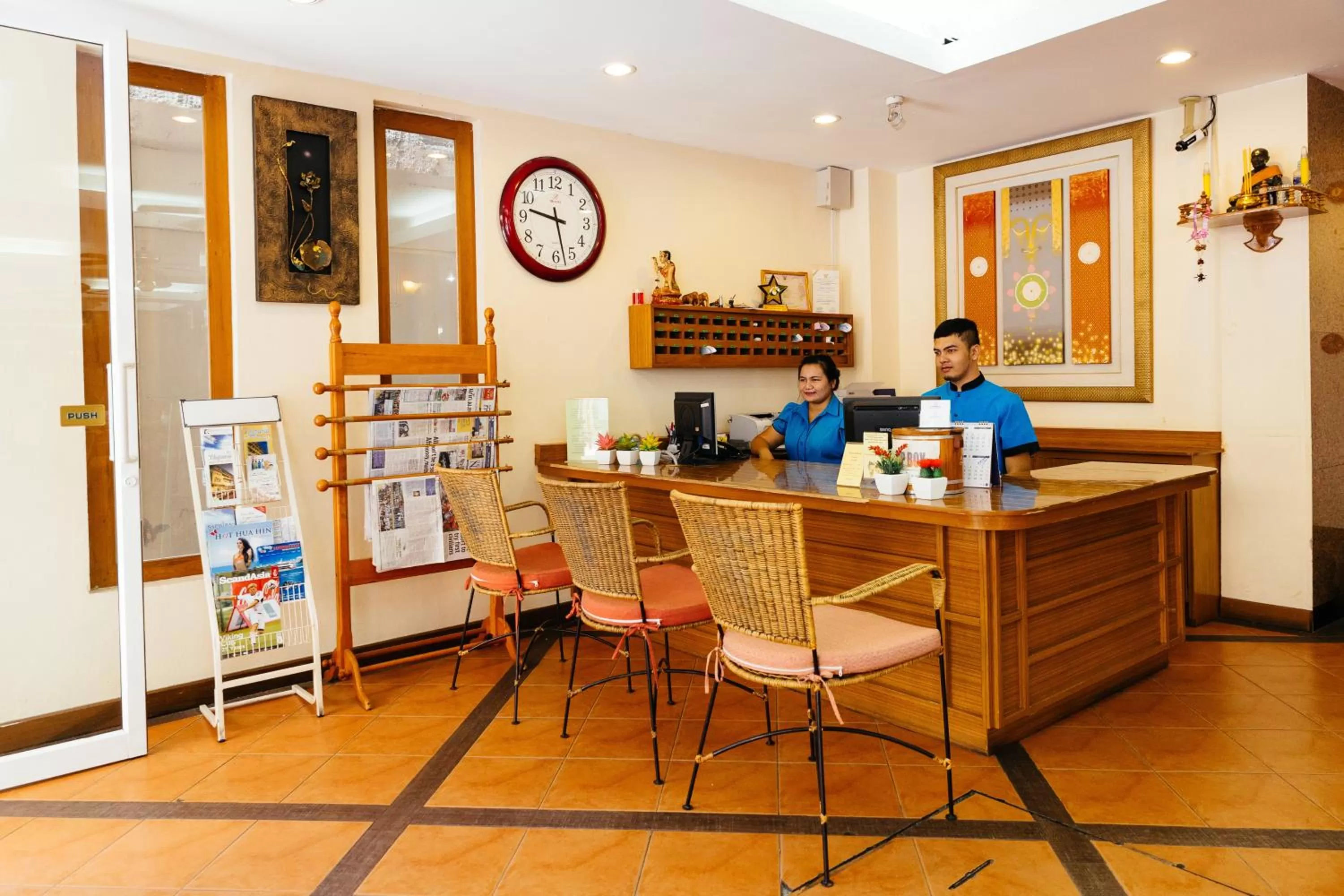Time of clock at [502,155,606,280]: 9:27
